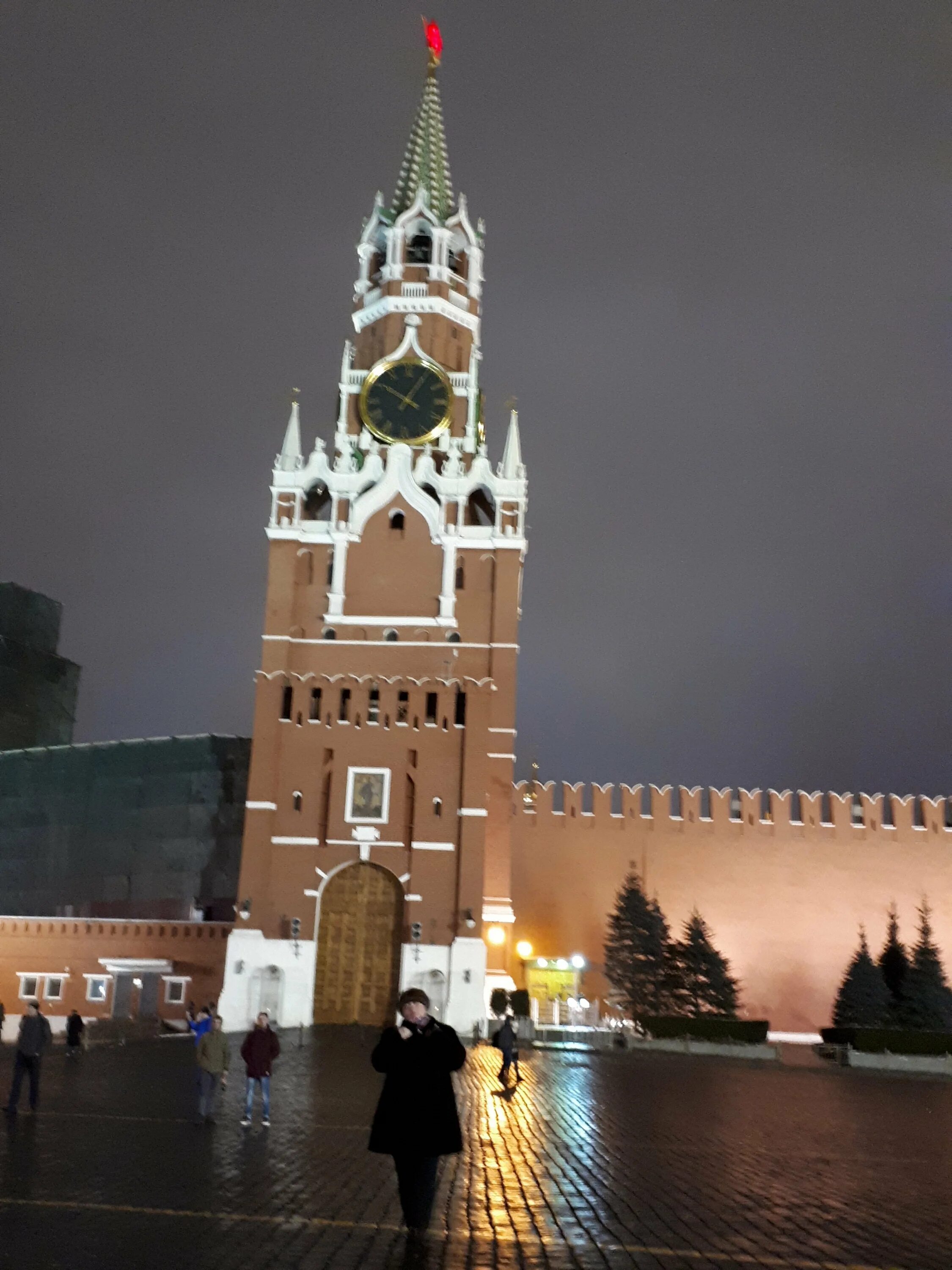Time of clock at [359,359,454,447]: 10:05
